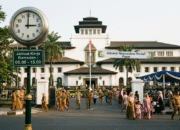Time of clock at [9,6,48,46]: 3:00
